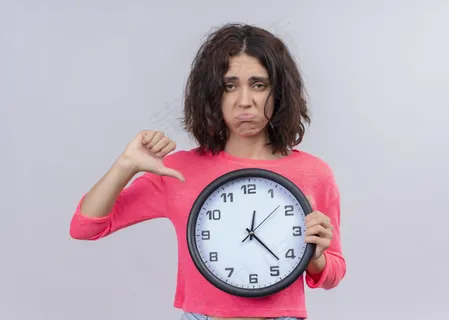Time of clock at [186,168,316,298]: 12:22
